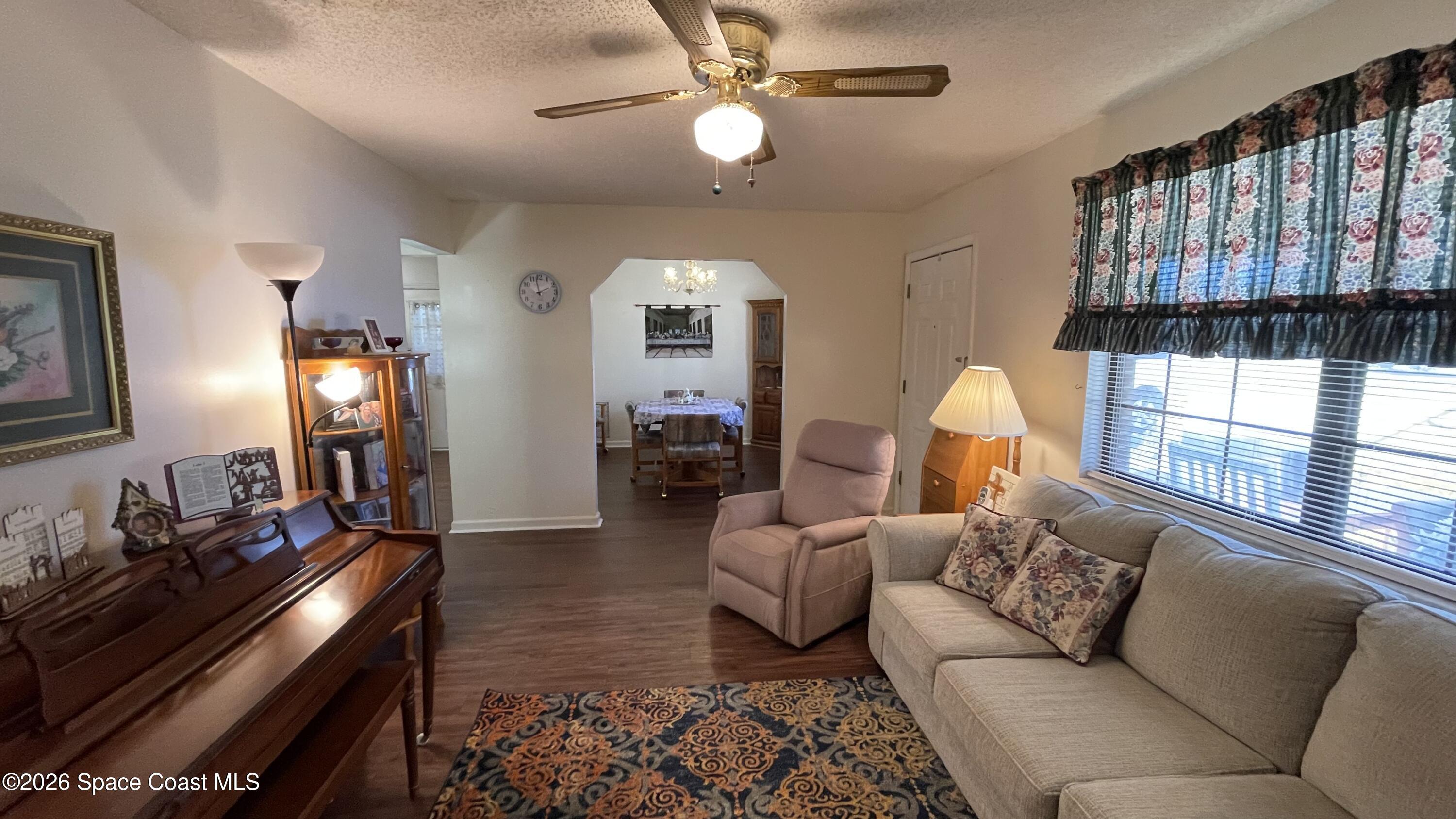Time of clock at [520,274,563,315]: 1:57
